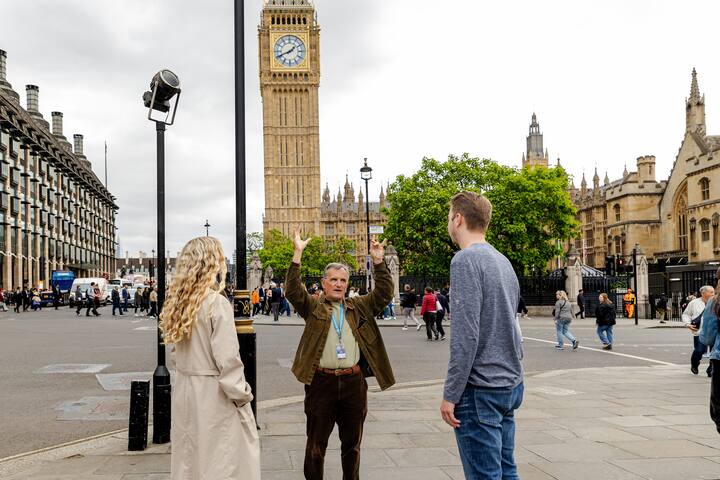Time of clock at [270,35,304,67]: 1:41
